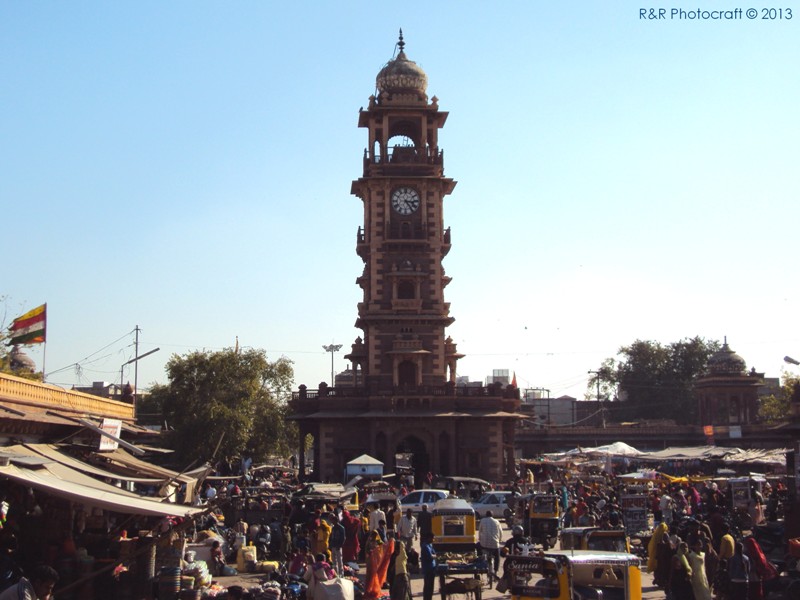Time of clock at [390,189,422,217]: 3:24
